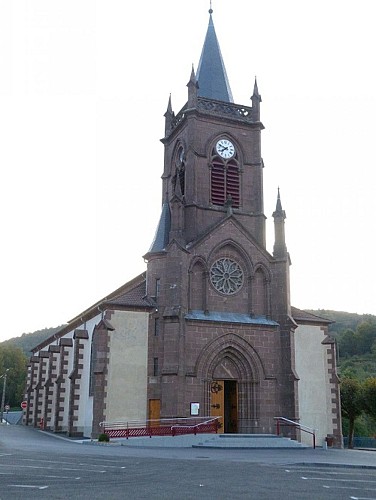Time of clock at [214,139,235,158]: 7:48
